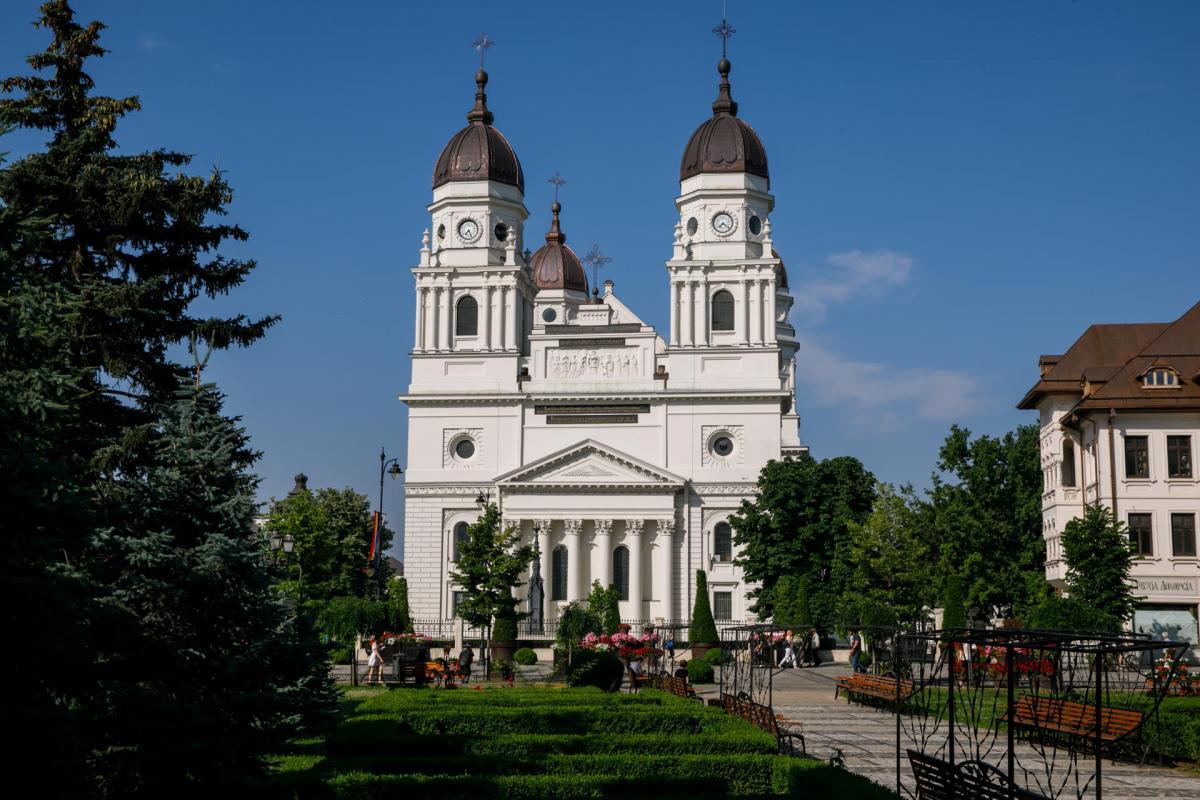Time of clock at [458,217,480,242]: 7:25
